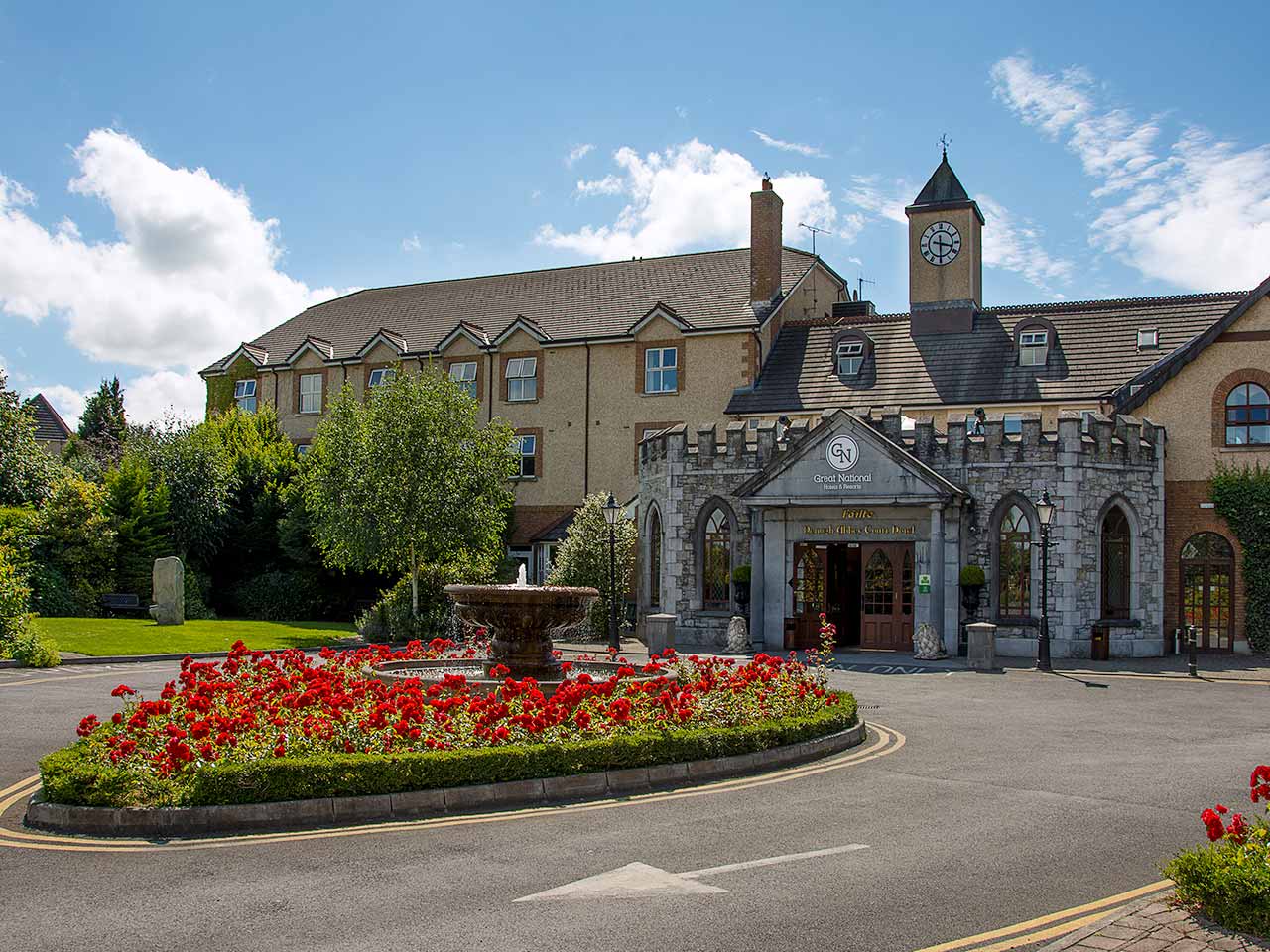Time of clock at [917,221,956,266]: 3:29
